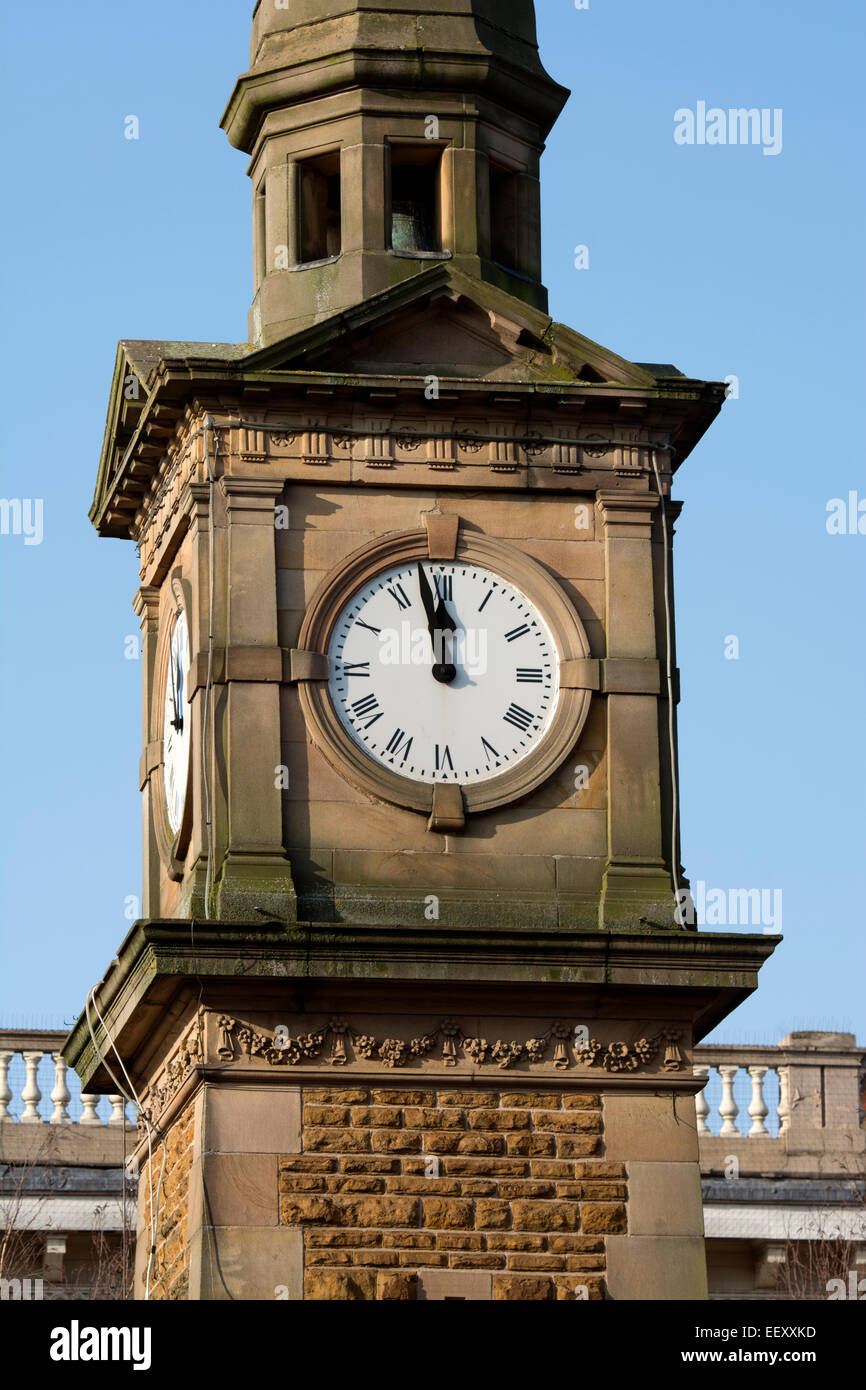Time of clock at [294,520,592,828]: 11:57
